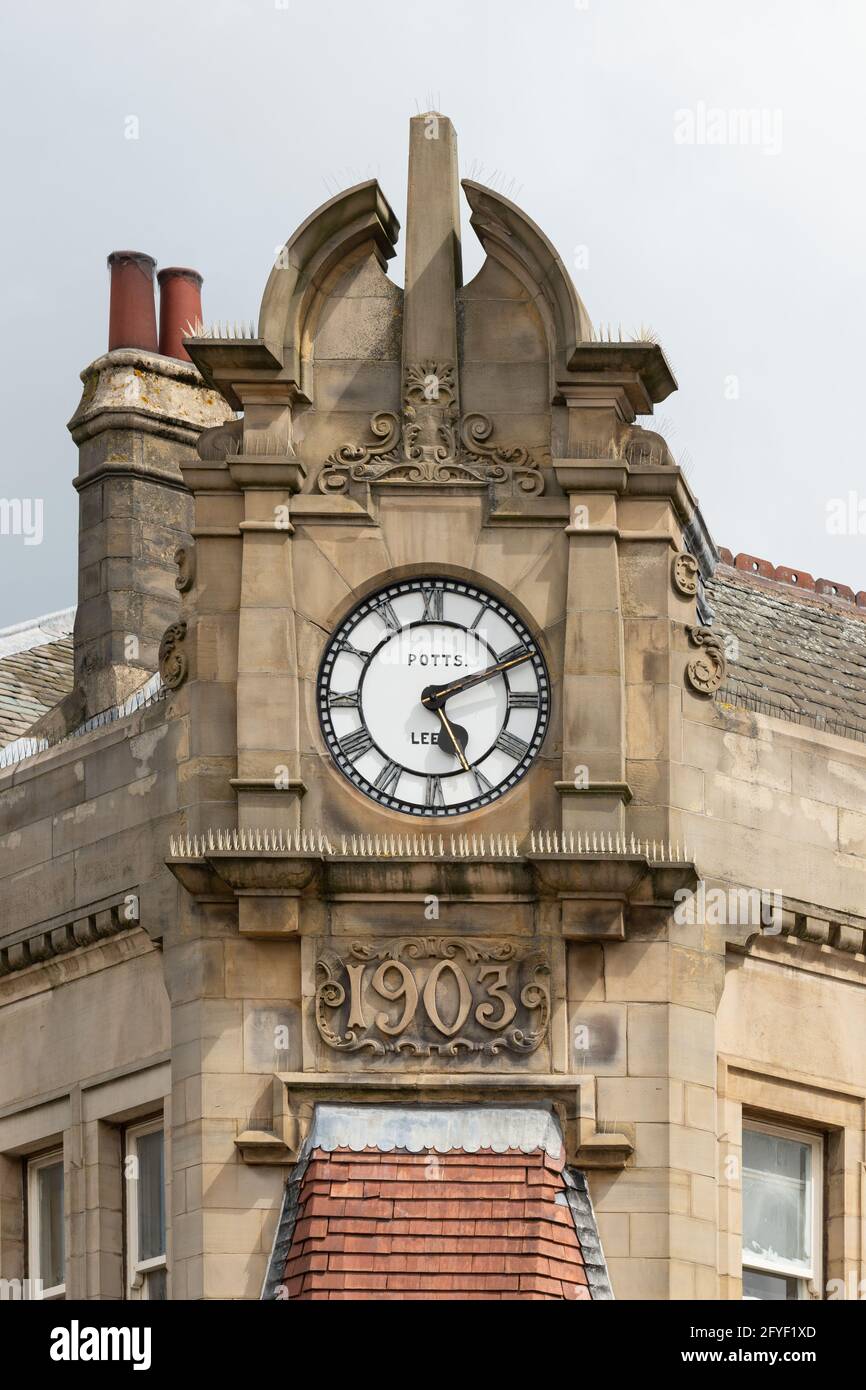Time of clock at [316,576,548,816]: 5:10
